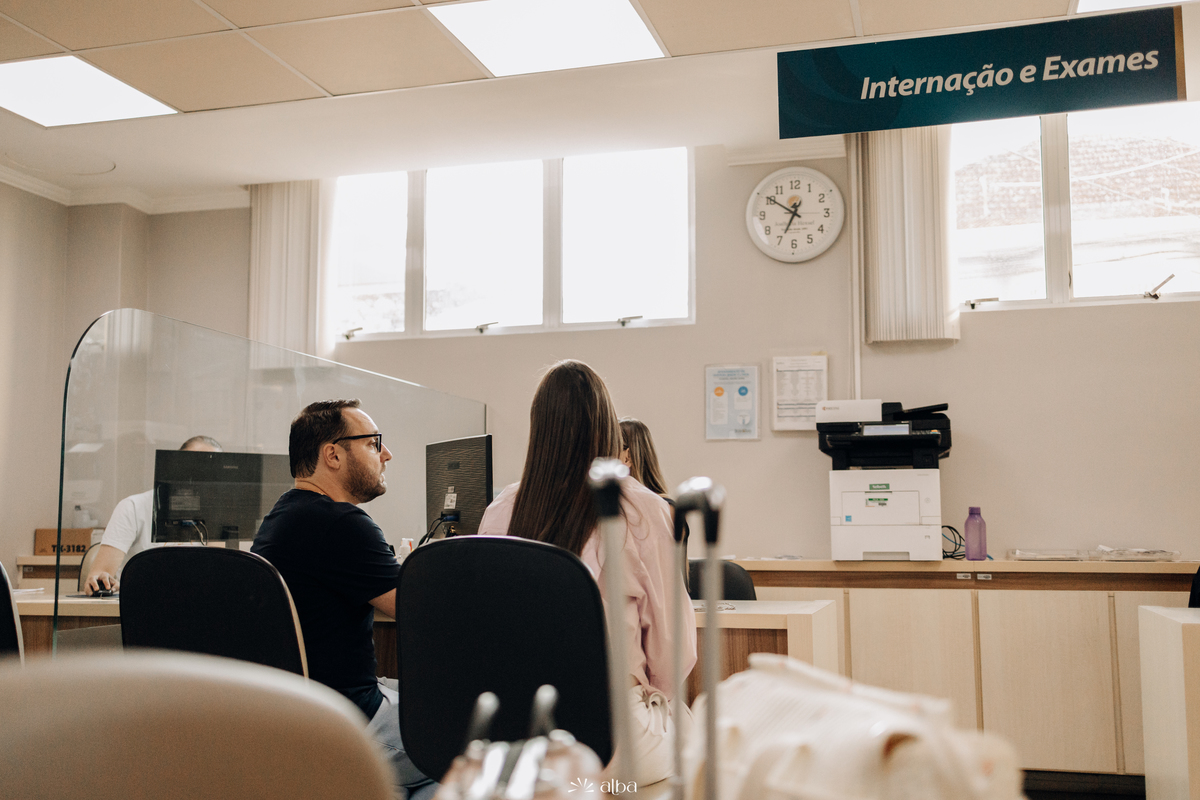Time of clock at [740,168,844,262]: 6:50
